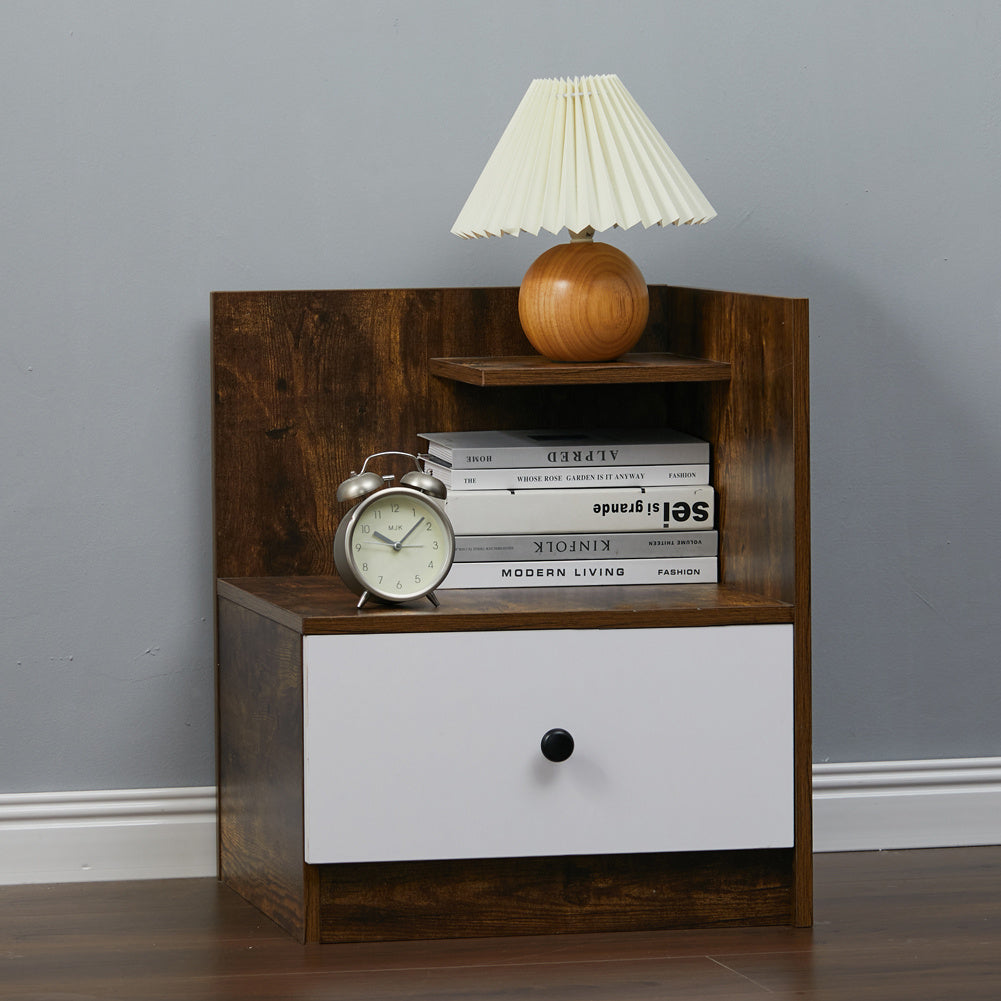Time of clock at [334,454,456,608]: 10:07
